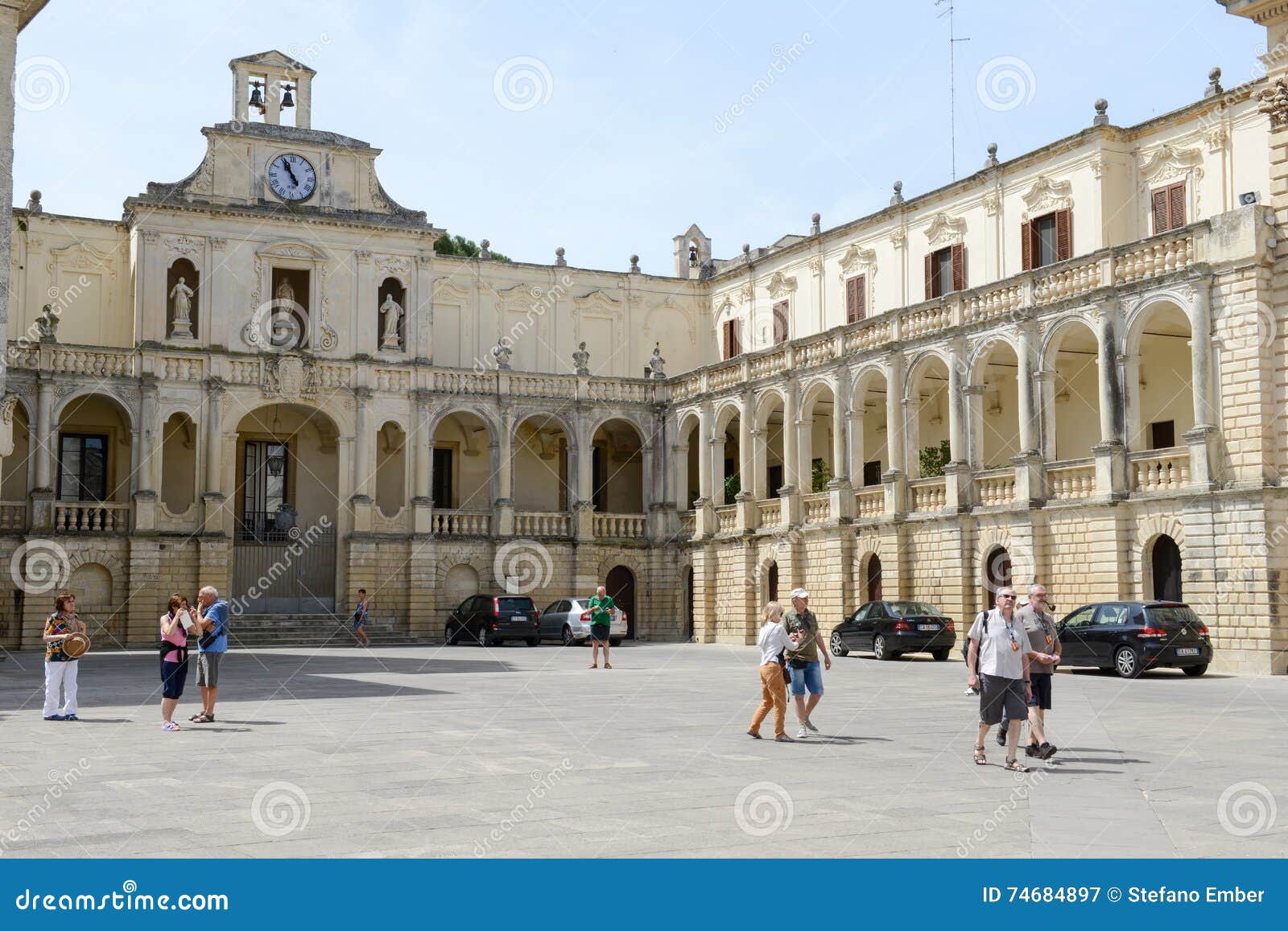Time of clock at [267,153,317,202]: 10:55
